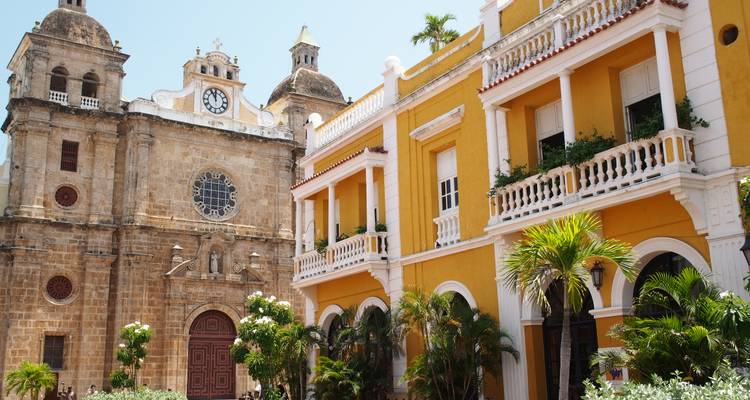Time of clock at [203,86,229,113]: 11:55
